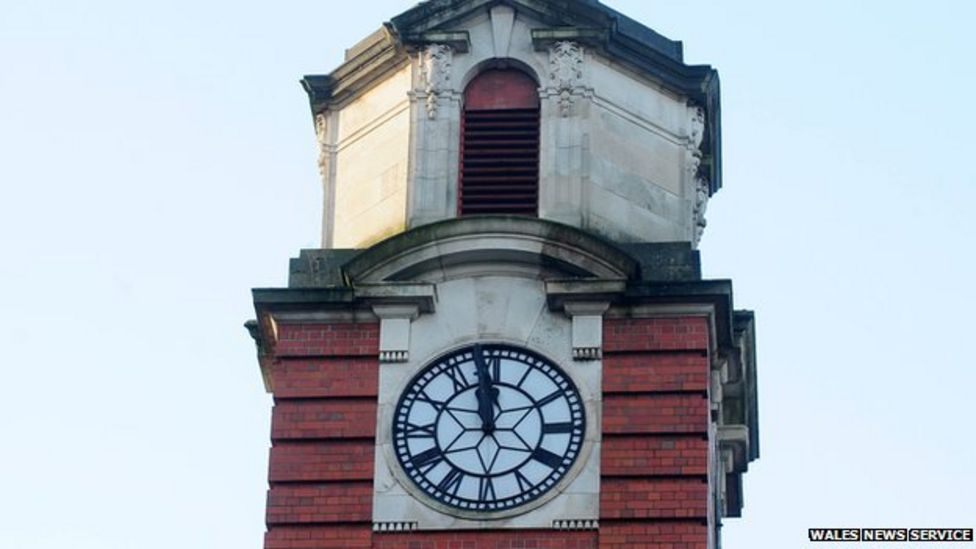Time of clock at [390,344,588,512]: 11:58
